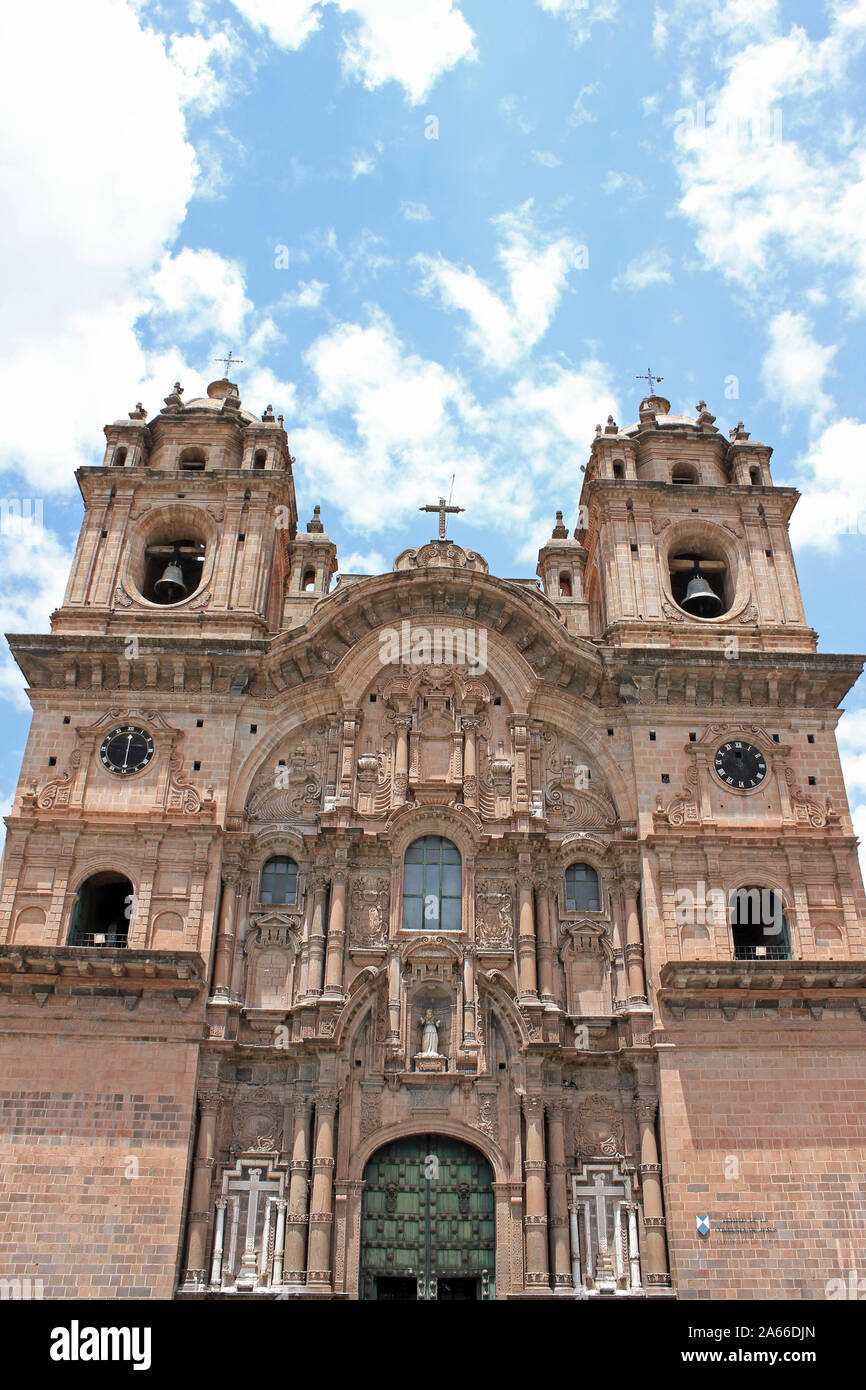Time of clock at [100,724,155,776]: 6:00
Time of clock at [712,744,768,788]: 11:57
